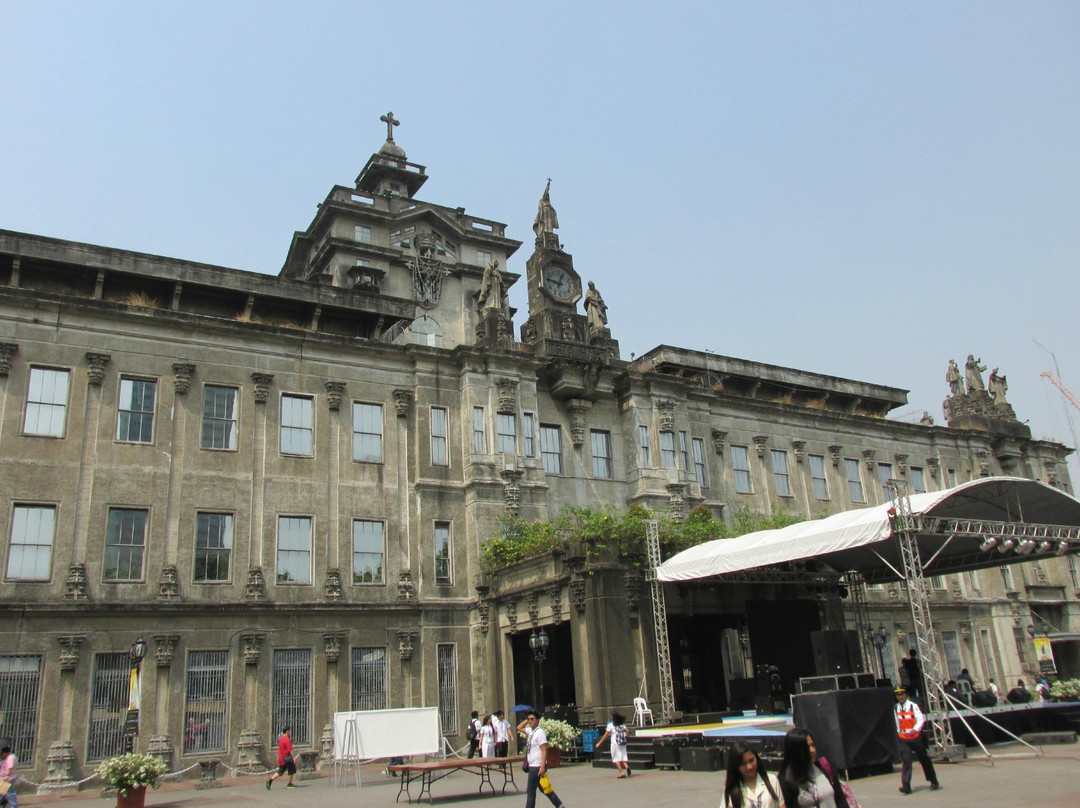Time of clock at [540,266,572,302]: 12:46
